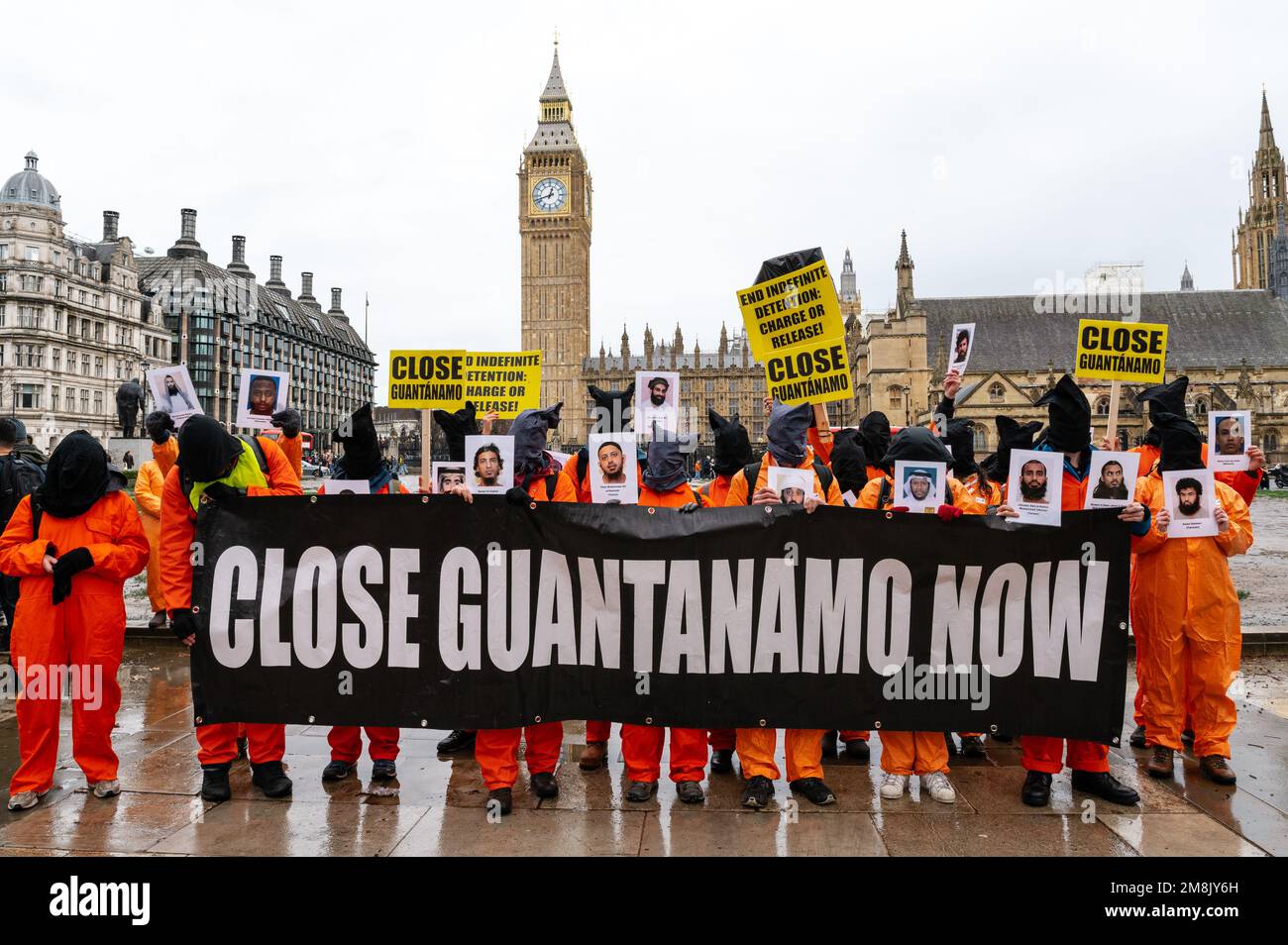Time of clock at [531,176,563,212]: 12:42
